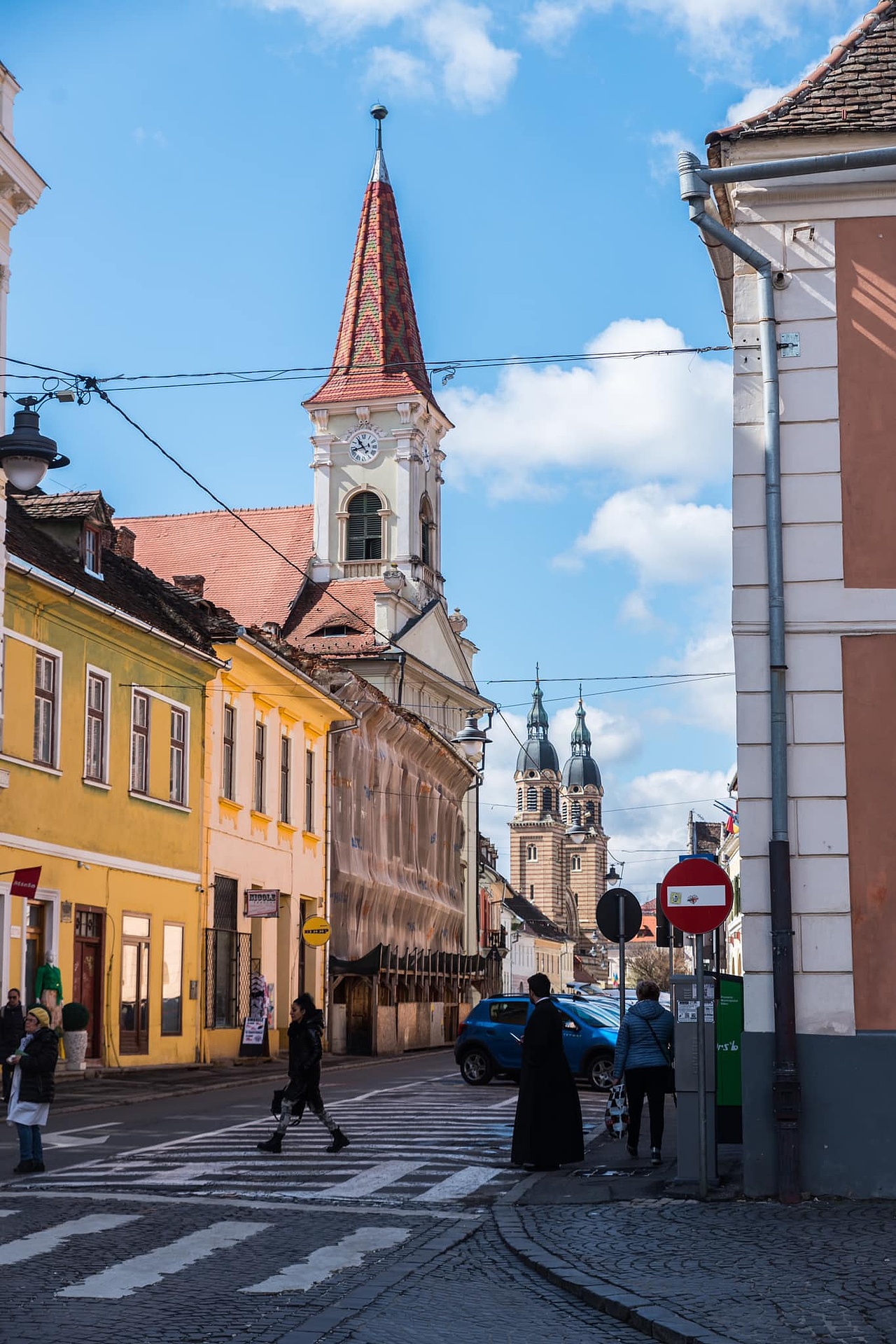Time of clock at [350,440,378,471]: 10:42
